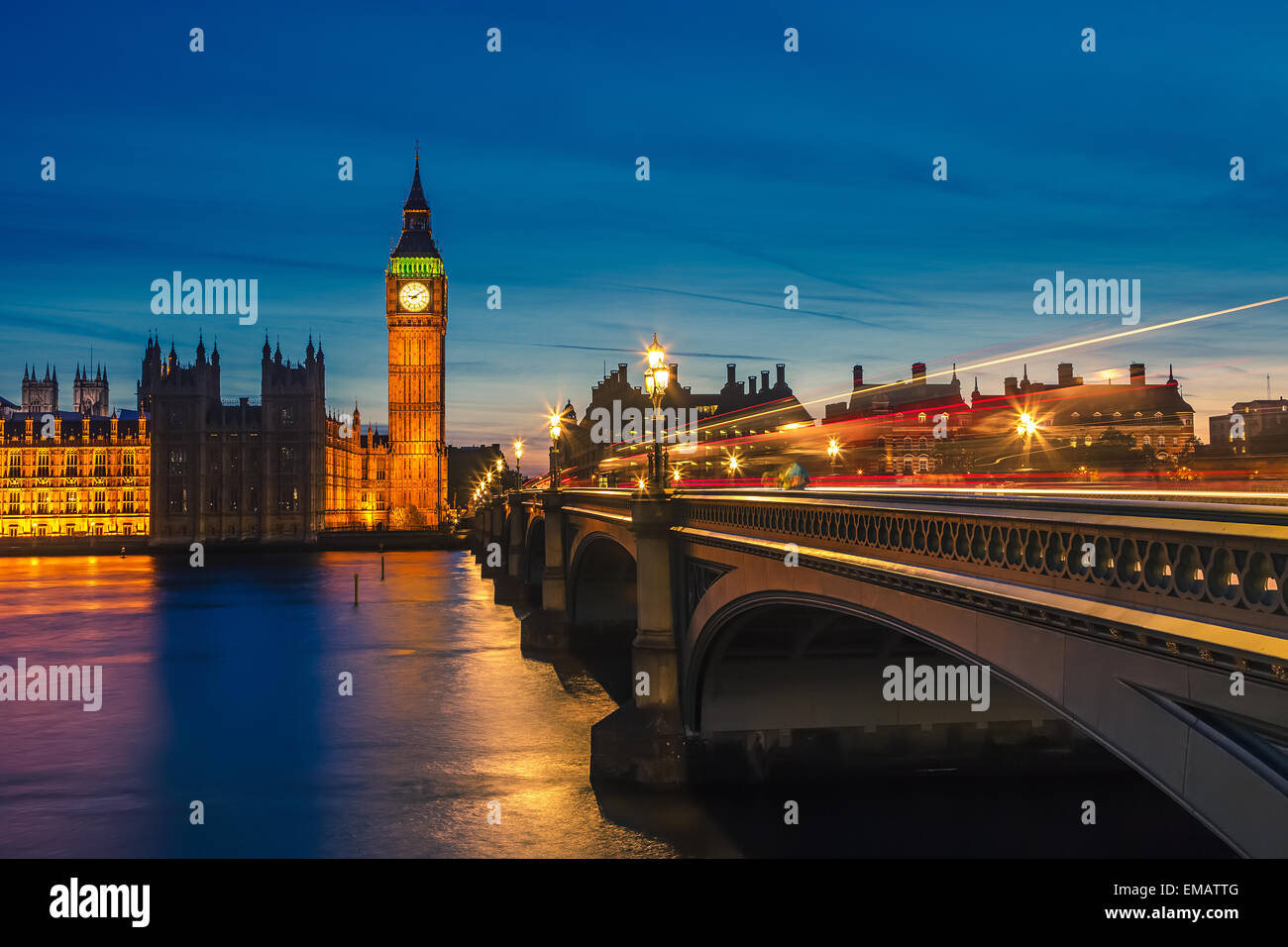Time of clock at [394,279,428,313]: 9:08
